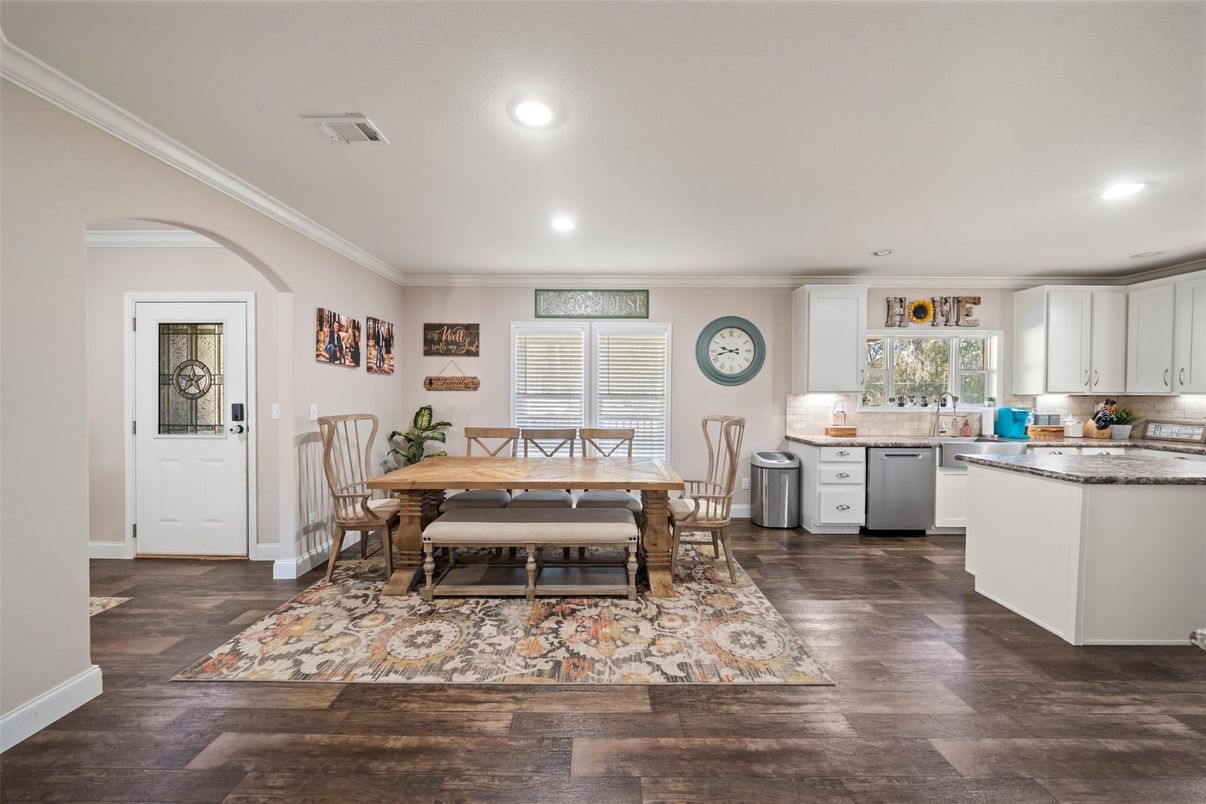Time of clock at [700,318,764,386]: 9:42
